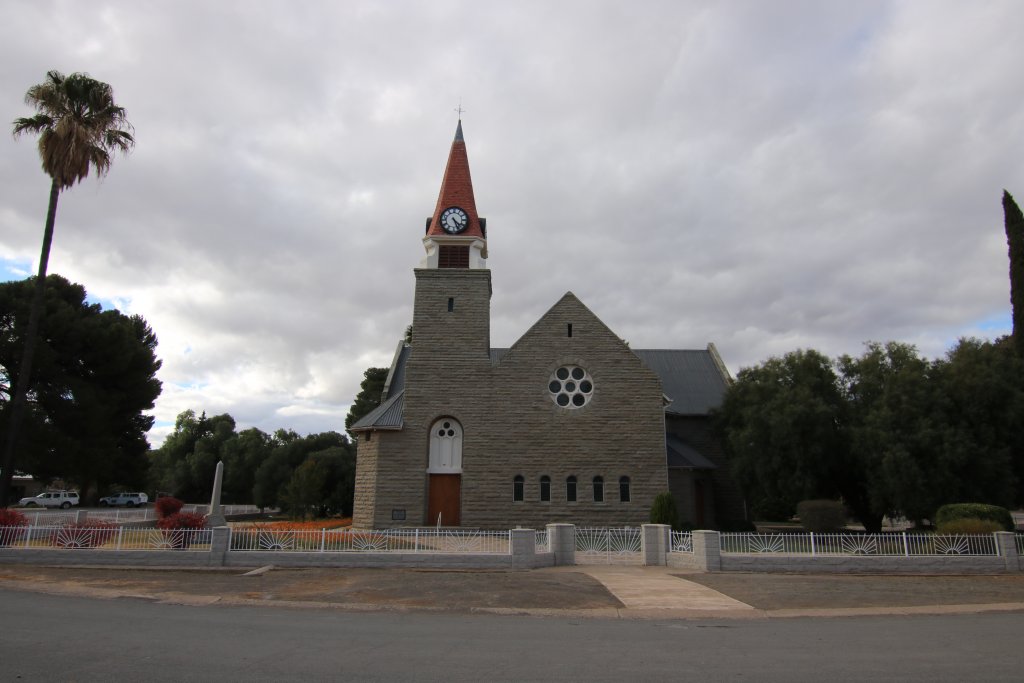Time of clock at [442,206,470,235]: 4:26
